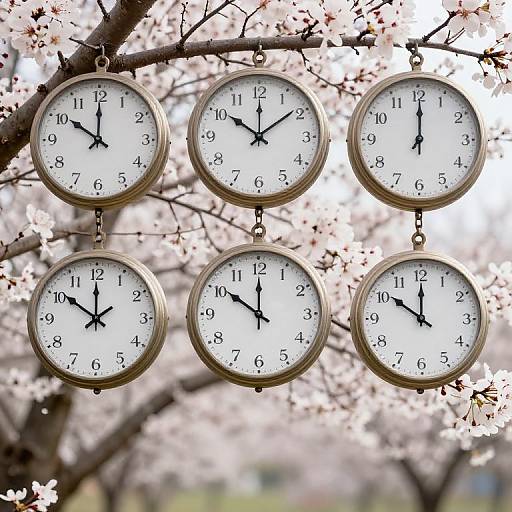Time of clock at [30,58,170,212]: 10:00
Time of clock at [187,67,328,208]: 10:08
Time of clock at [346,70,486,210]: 12:00
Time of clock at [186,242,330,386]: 11:50
